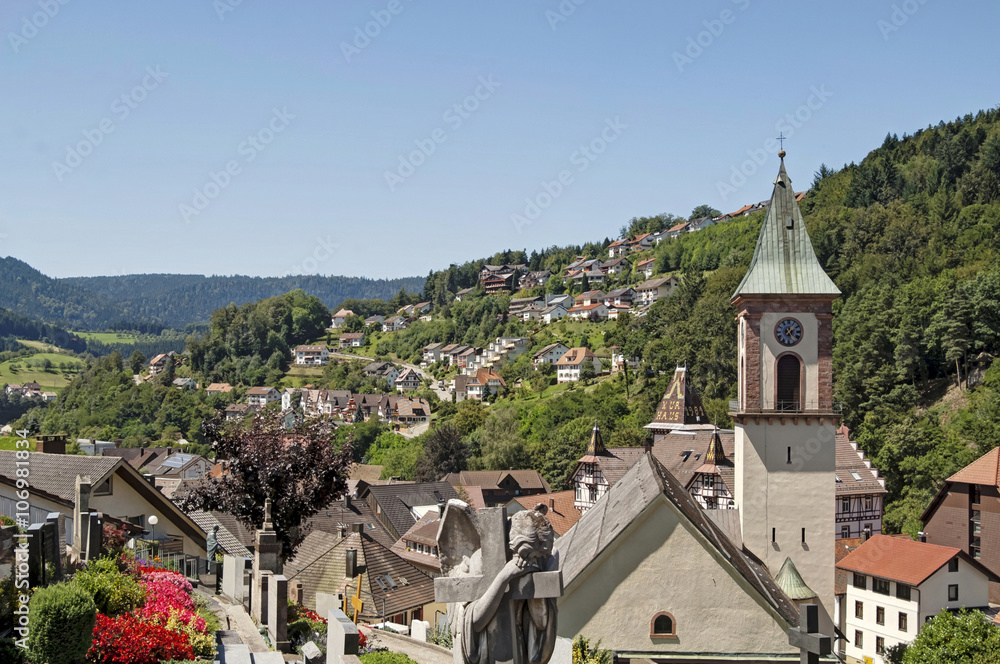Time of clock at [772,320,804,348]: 1:24
